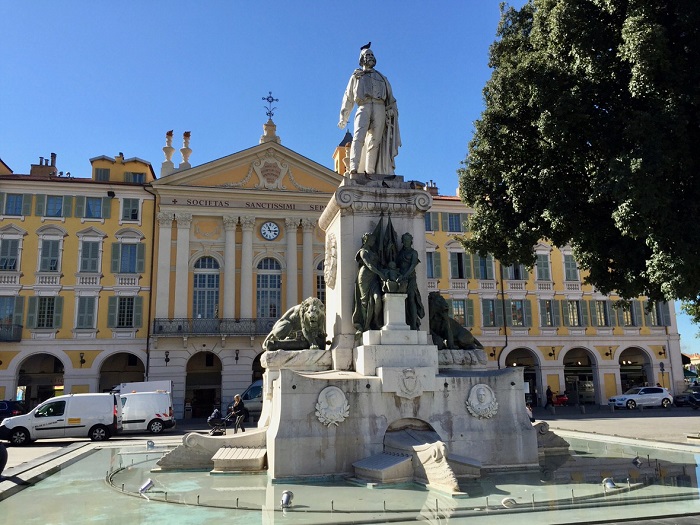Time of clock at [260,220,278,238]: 11:15
